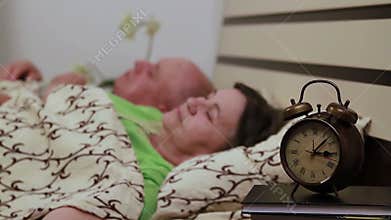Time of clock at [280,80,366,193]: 3:07
